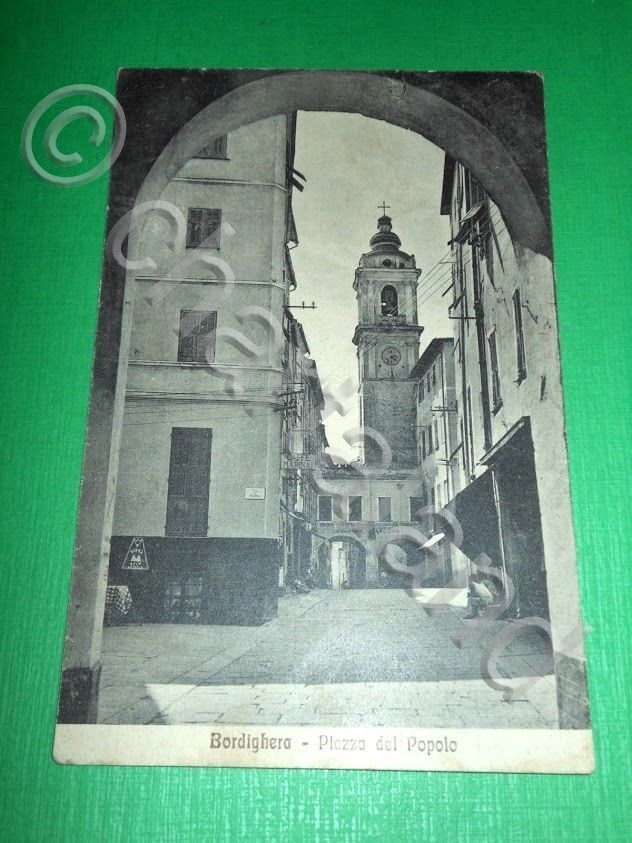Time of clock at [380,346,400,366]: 2:21
